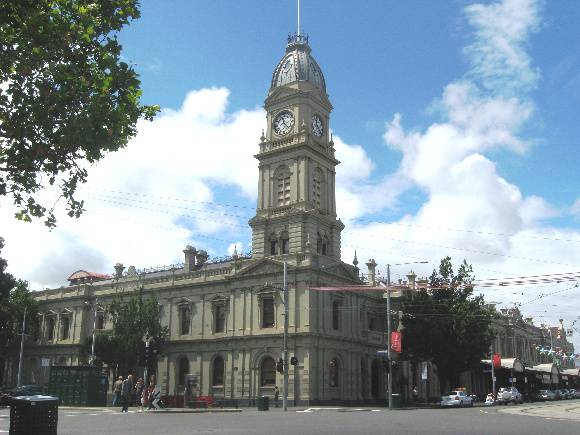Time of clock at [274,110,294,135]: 11:22
